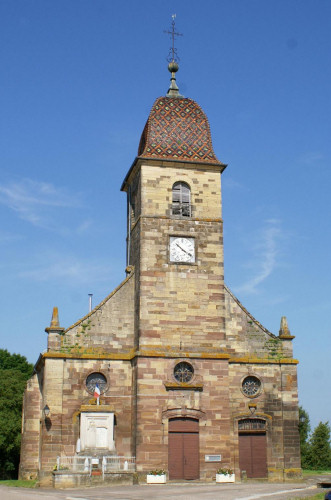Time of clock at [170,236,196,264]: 10:20
